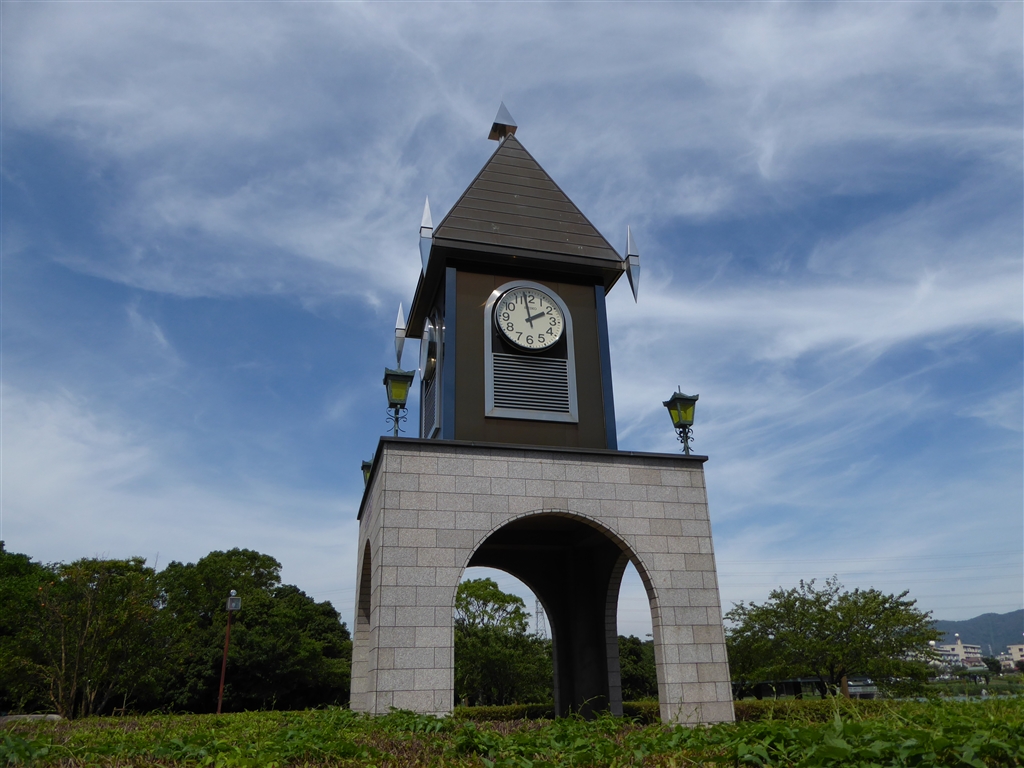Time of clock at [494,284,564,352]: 1:58
